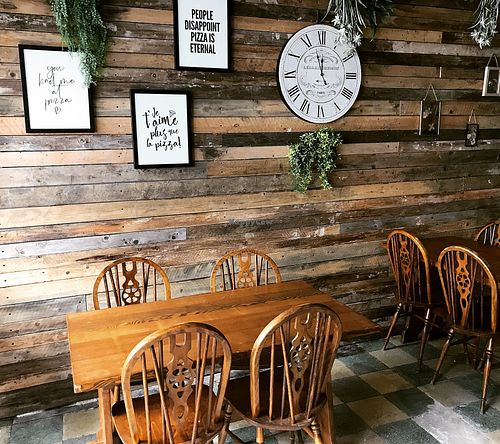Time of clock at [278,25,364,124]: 11:57
